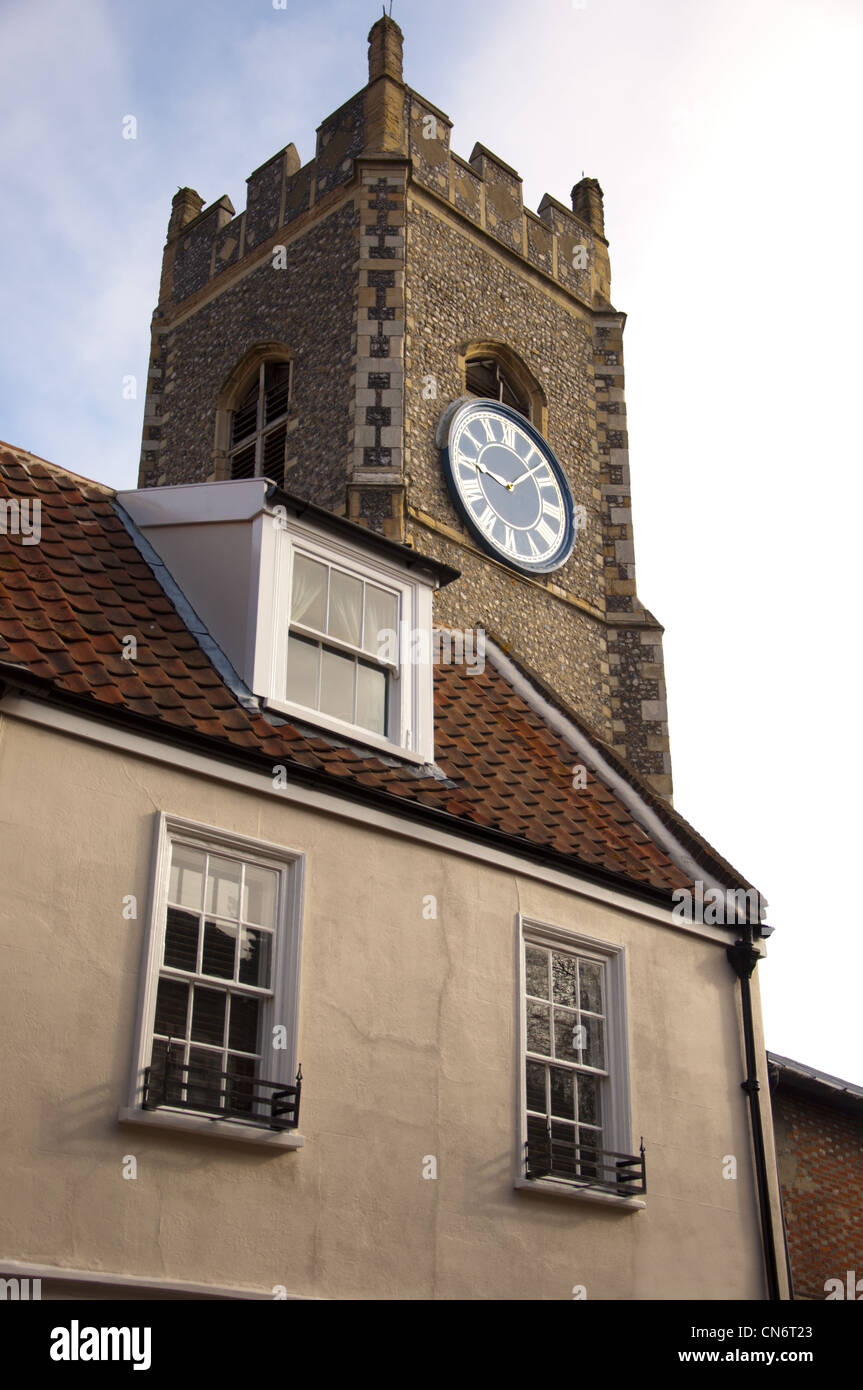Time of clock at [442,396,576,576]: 9:07
